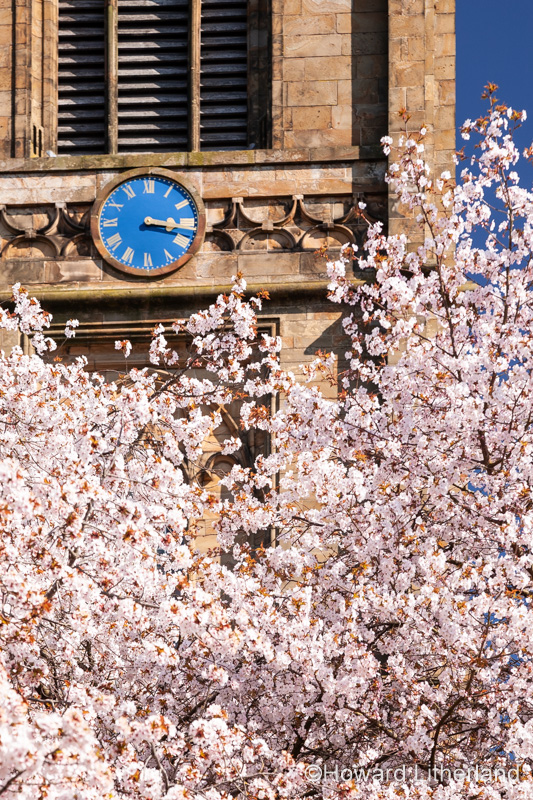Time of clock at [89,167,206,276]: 3:17
